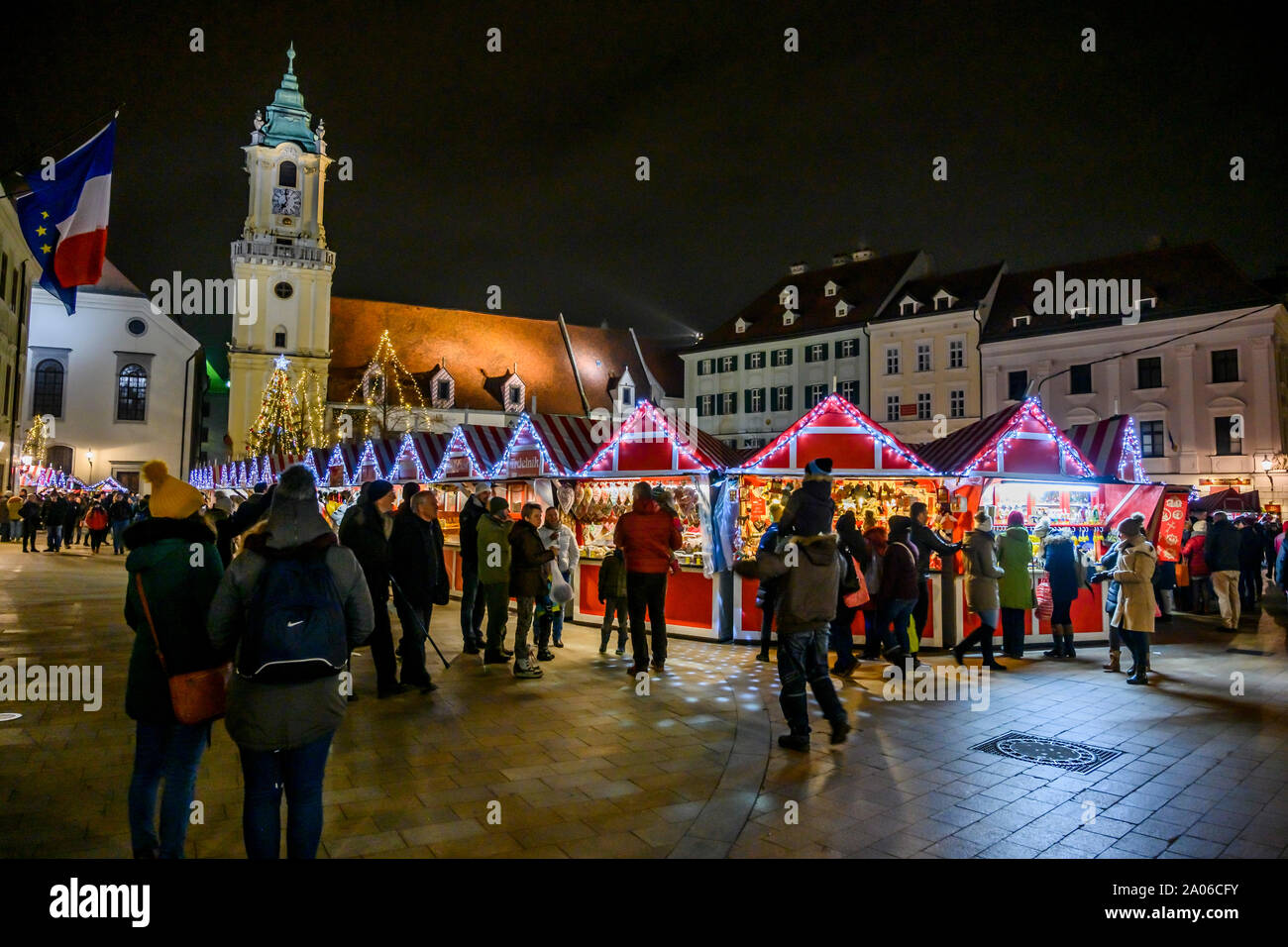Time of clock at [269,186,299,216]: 6:59
